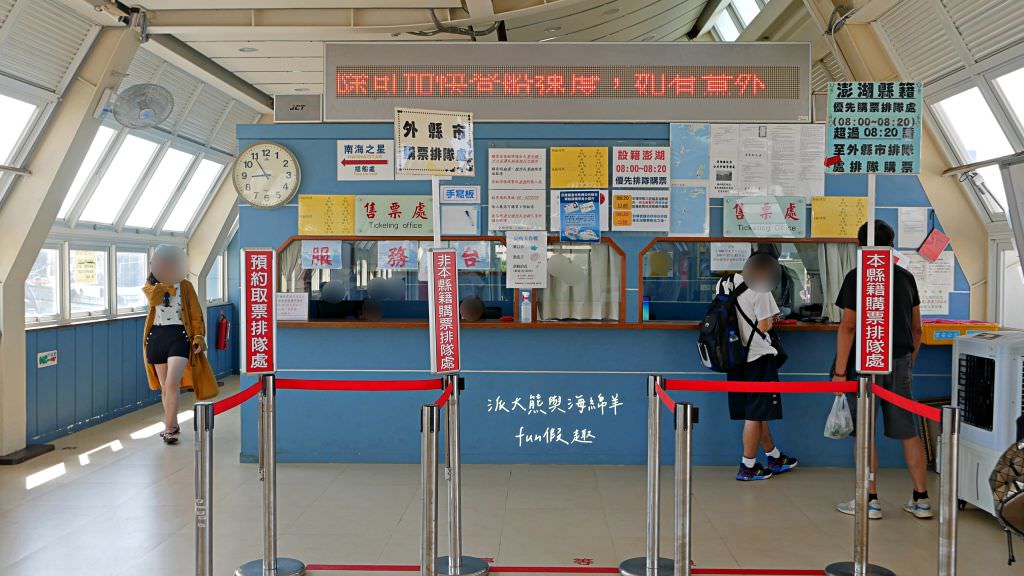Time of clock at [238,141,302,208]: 8:54
